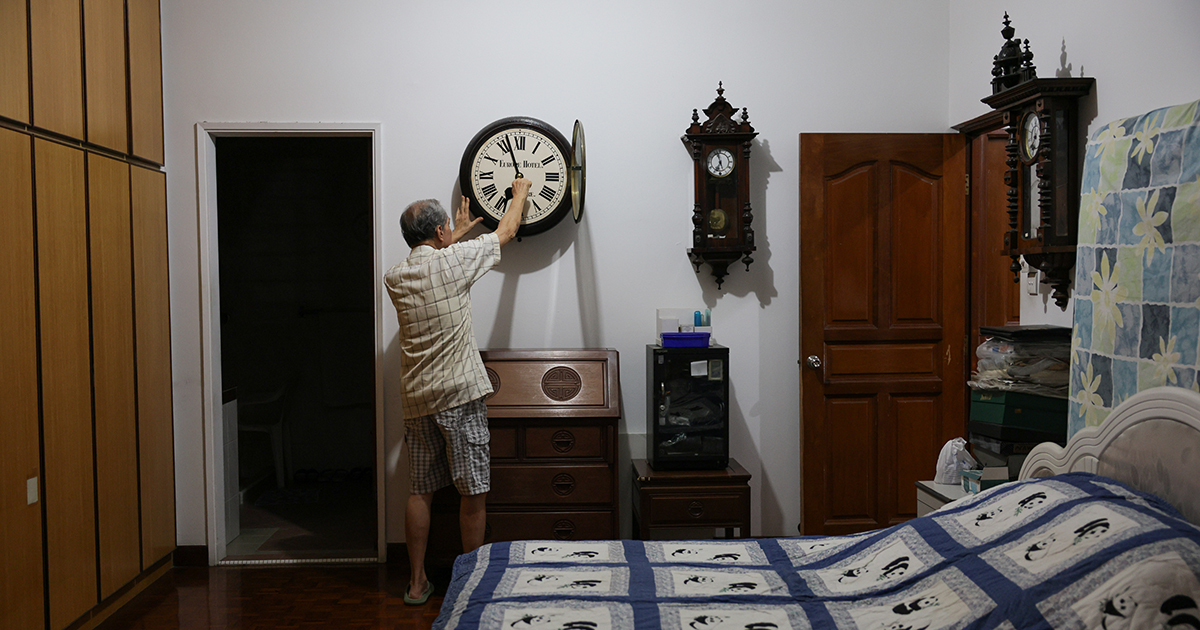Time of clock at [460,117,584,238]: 6:56
